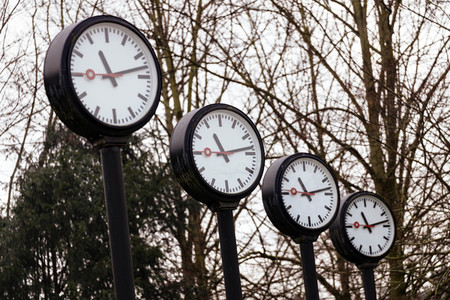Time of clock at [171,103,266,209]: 11:13
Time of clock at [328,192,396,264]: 11:13
